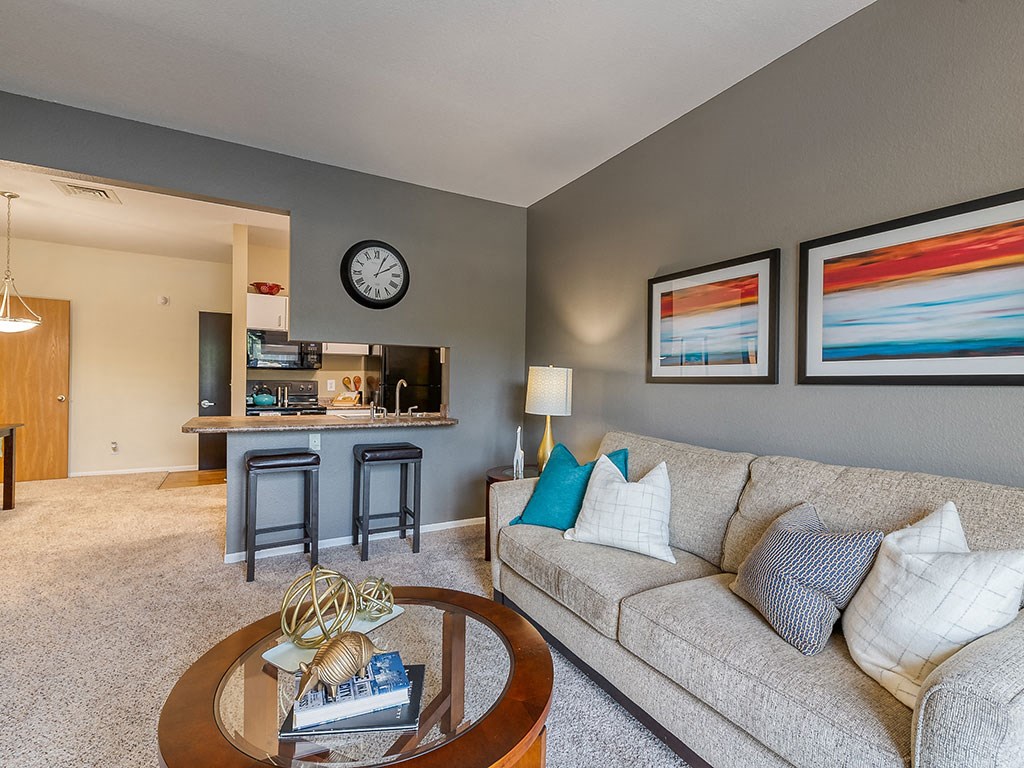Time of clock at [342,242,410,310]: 2:04
